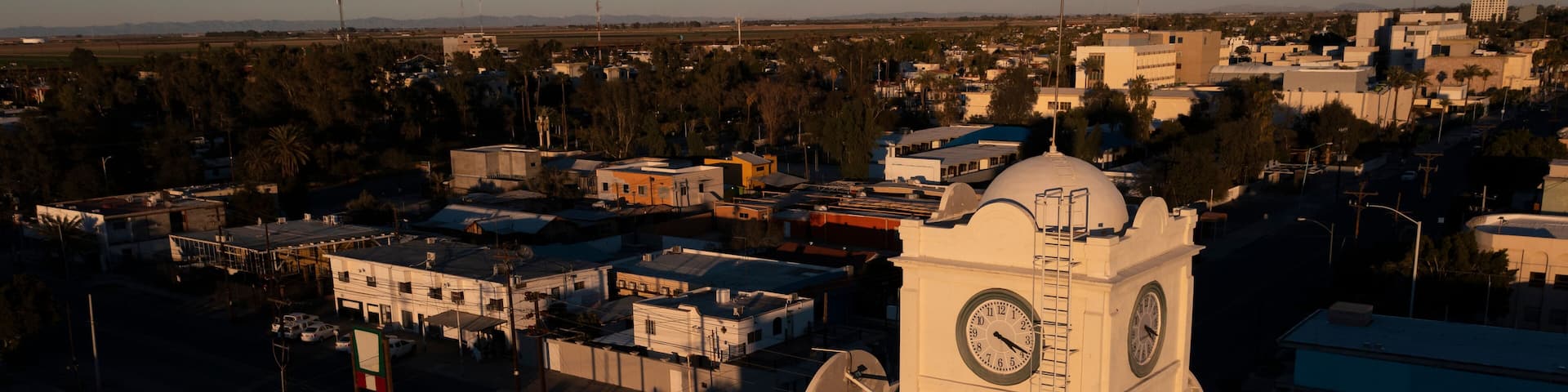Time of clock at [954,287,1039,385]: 4:19
